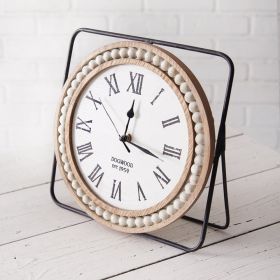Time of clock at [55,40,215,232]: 12:16
